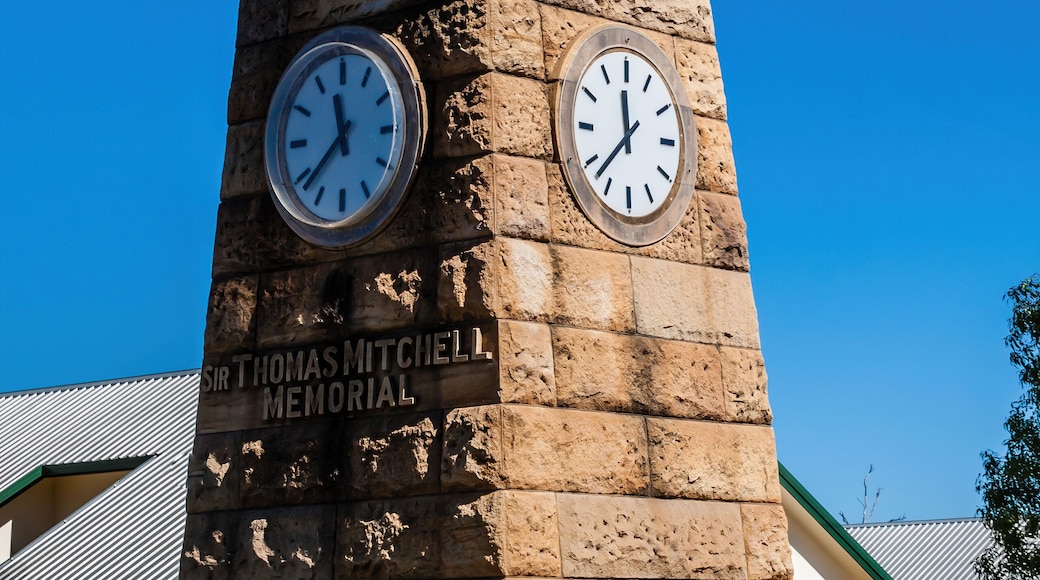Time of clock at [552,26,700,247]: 11:37
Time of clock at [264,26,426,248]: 11:37
